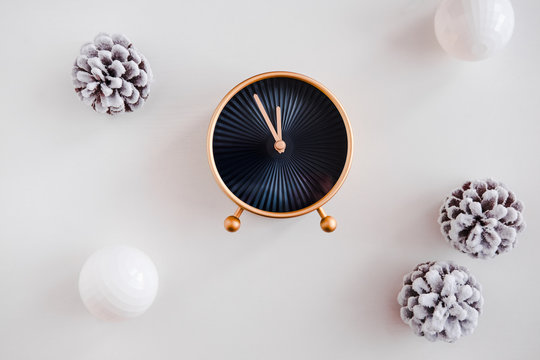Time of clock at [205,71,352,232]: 11:55
